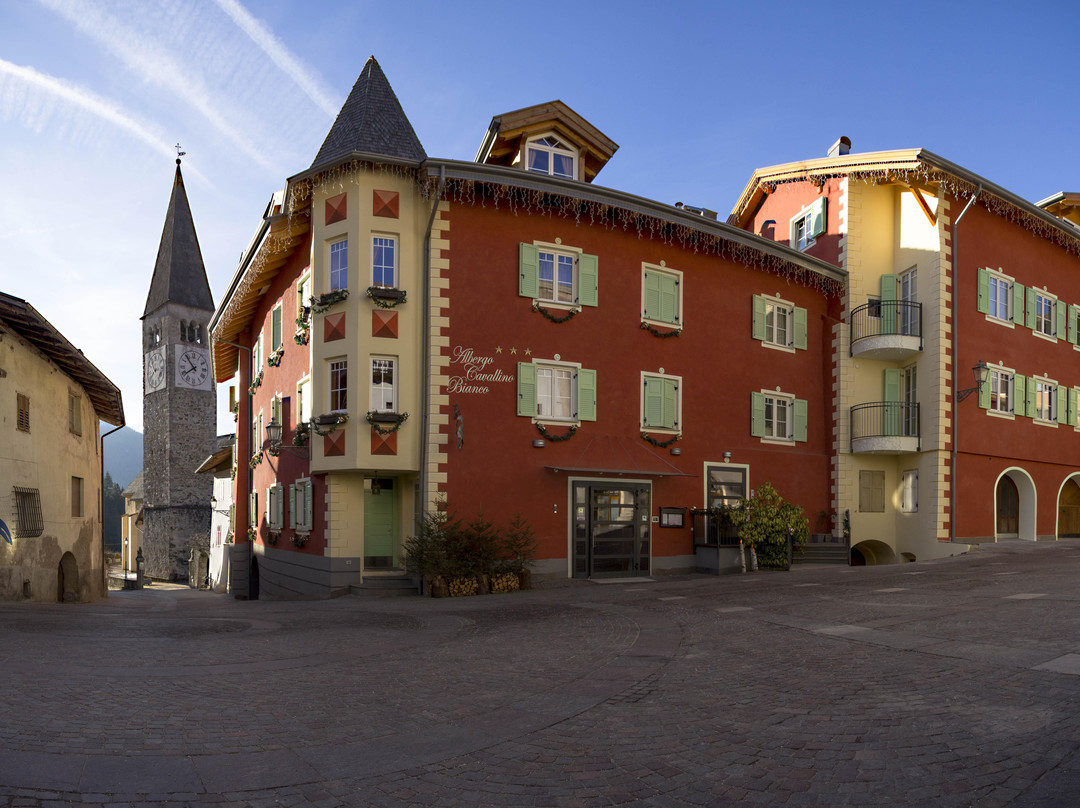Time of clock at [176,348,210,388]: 7:53
